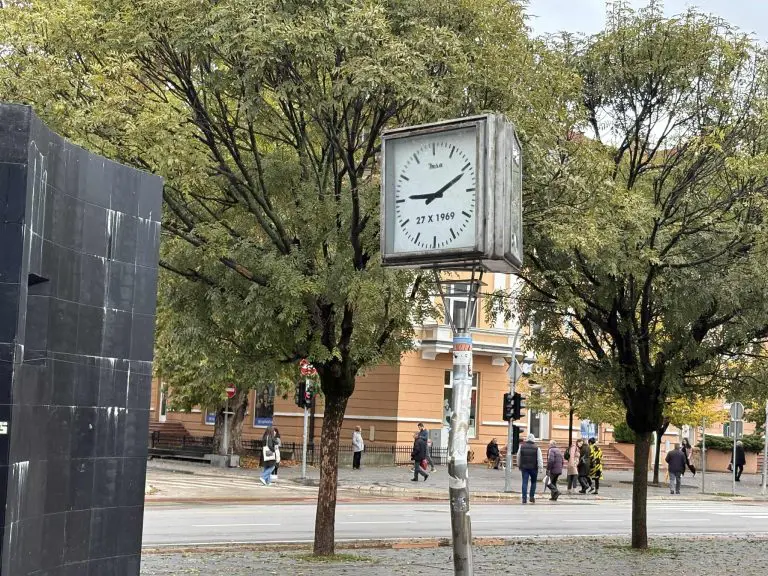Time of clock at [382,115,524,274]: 9:11
